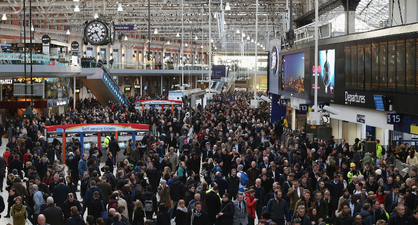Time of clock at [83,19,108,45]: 8:25
